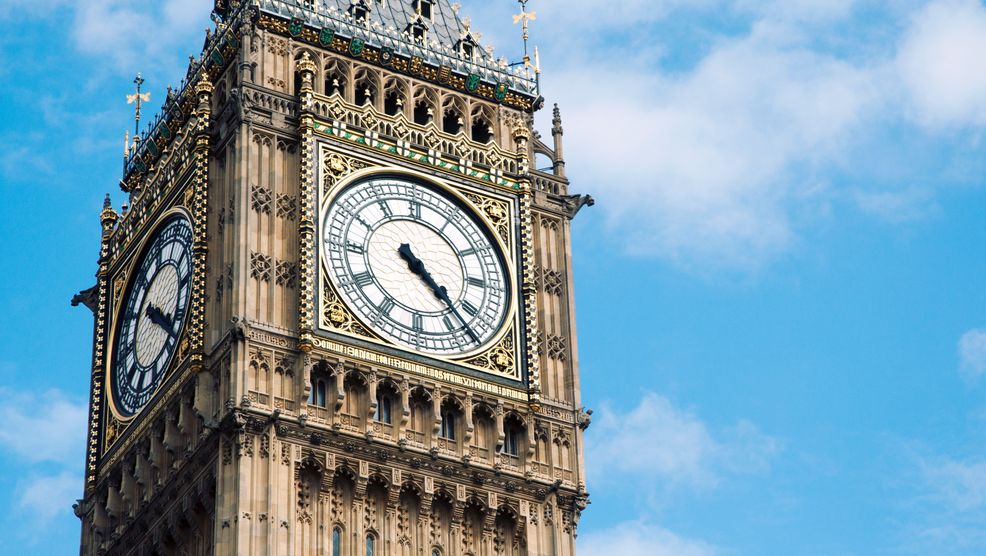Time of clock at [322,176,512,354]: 4:22
